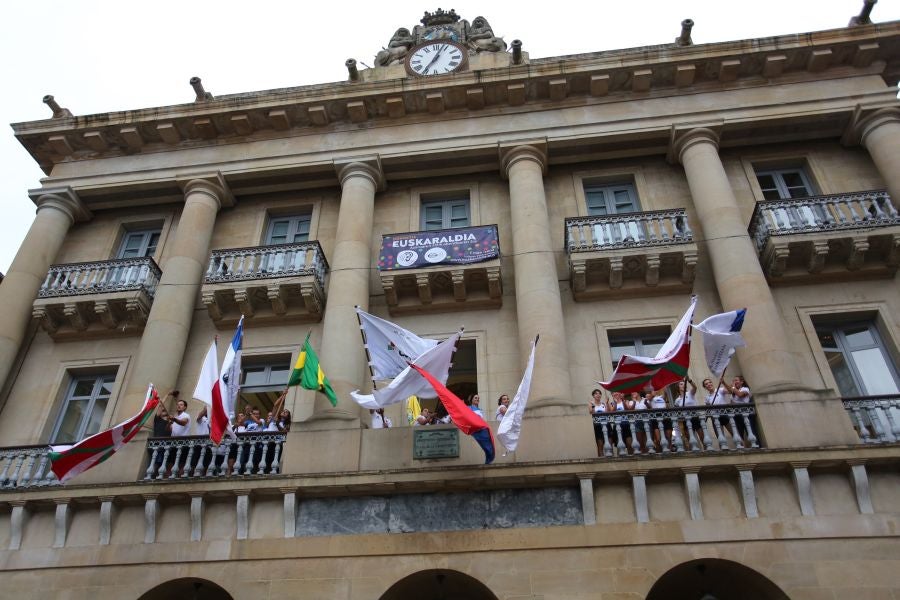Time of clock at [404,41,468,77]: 7:03
